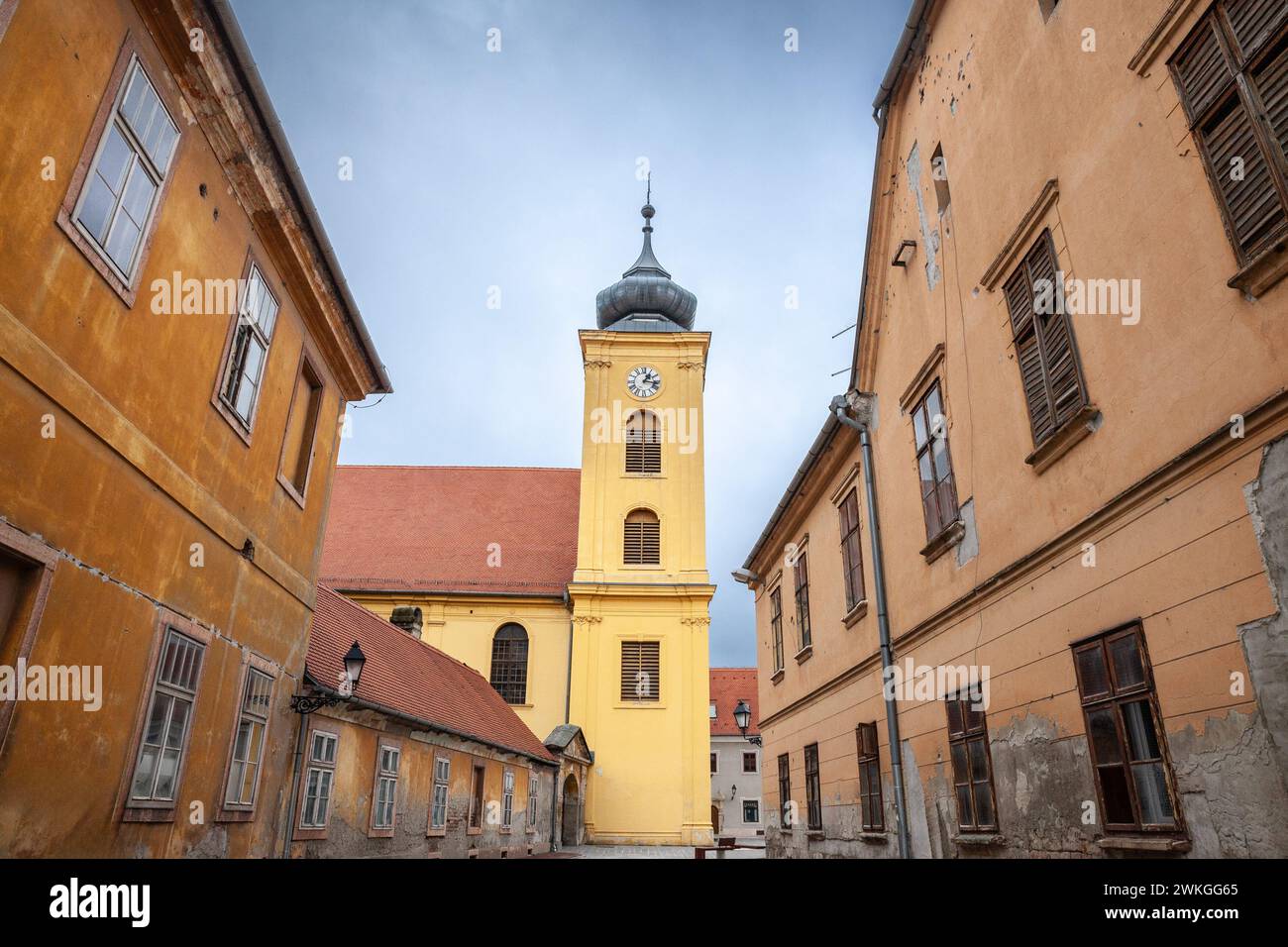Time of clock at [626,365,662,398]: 1:16
